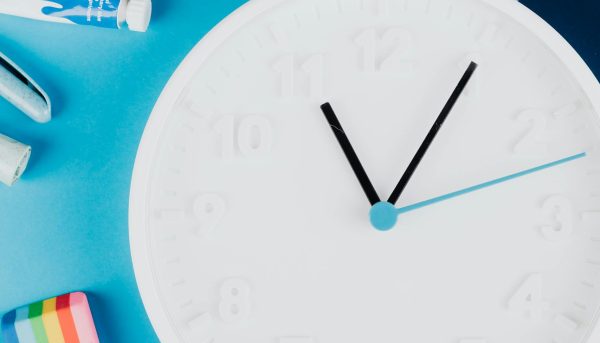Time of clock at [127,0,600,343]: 11:05
